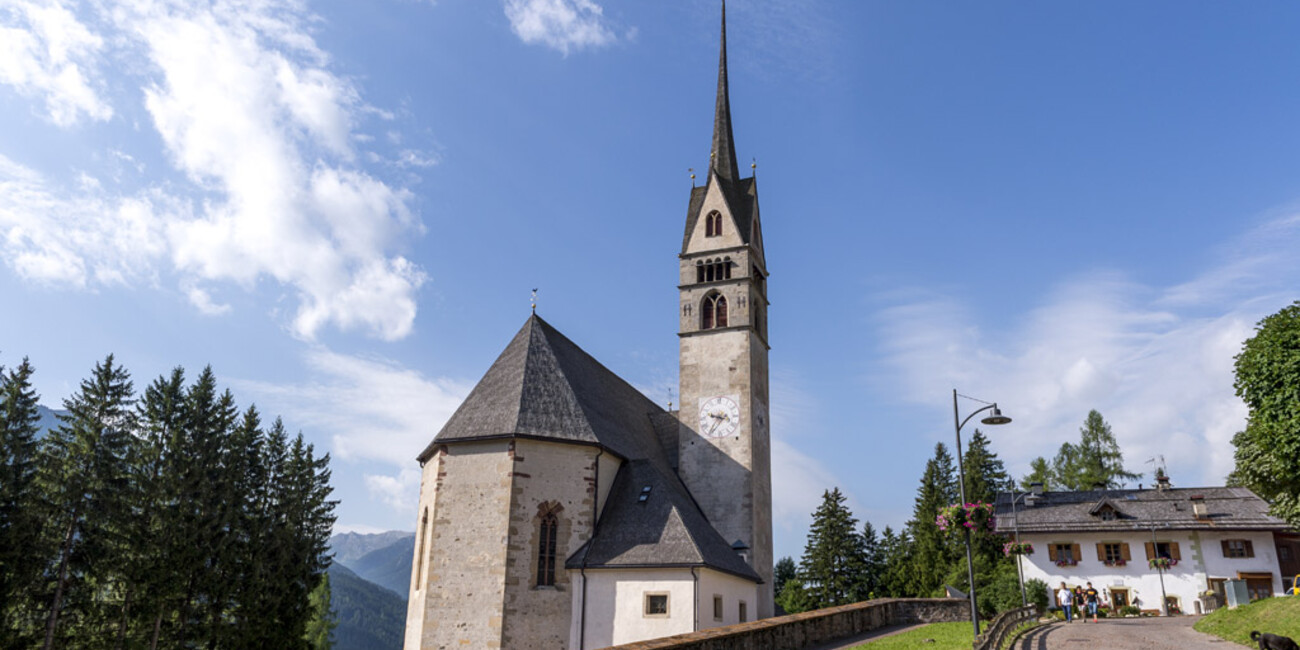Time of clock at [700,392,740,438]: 9:36
